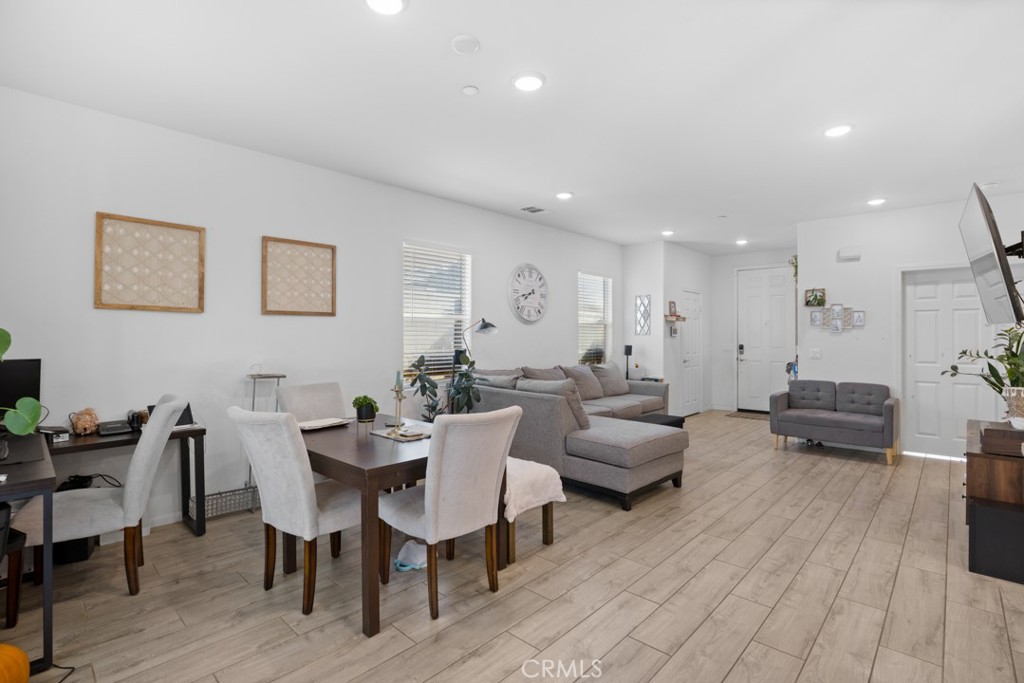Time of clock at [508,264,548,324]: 7:42
